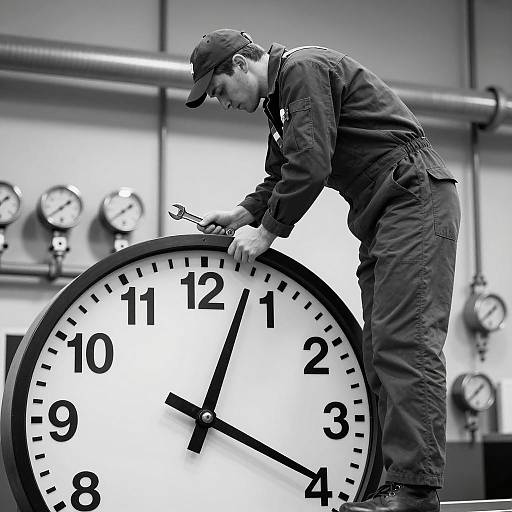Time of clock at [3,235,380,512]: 4:03
